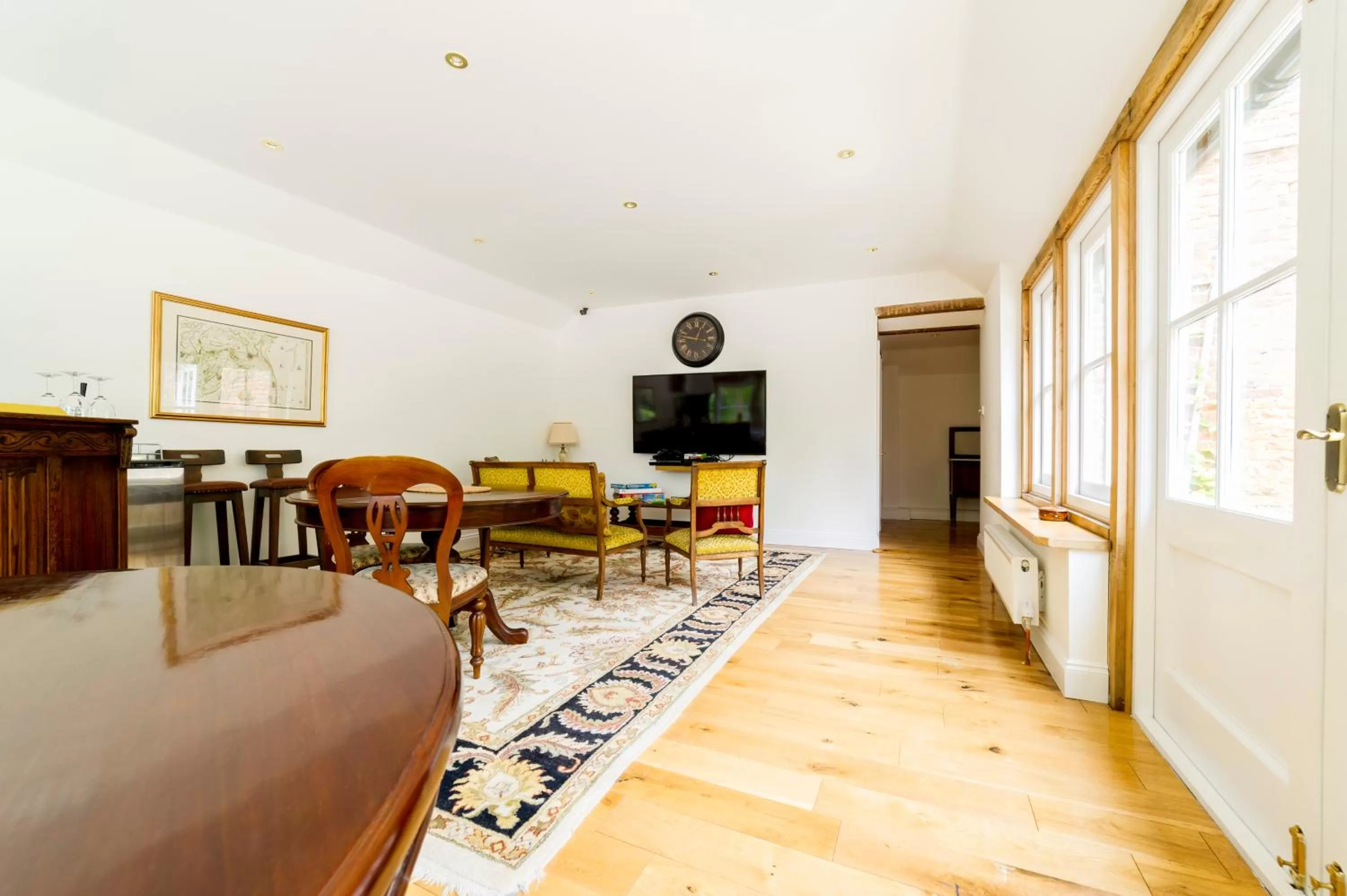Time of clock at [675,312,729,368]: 12:47
